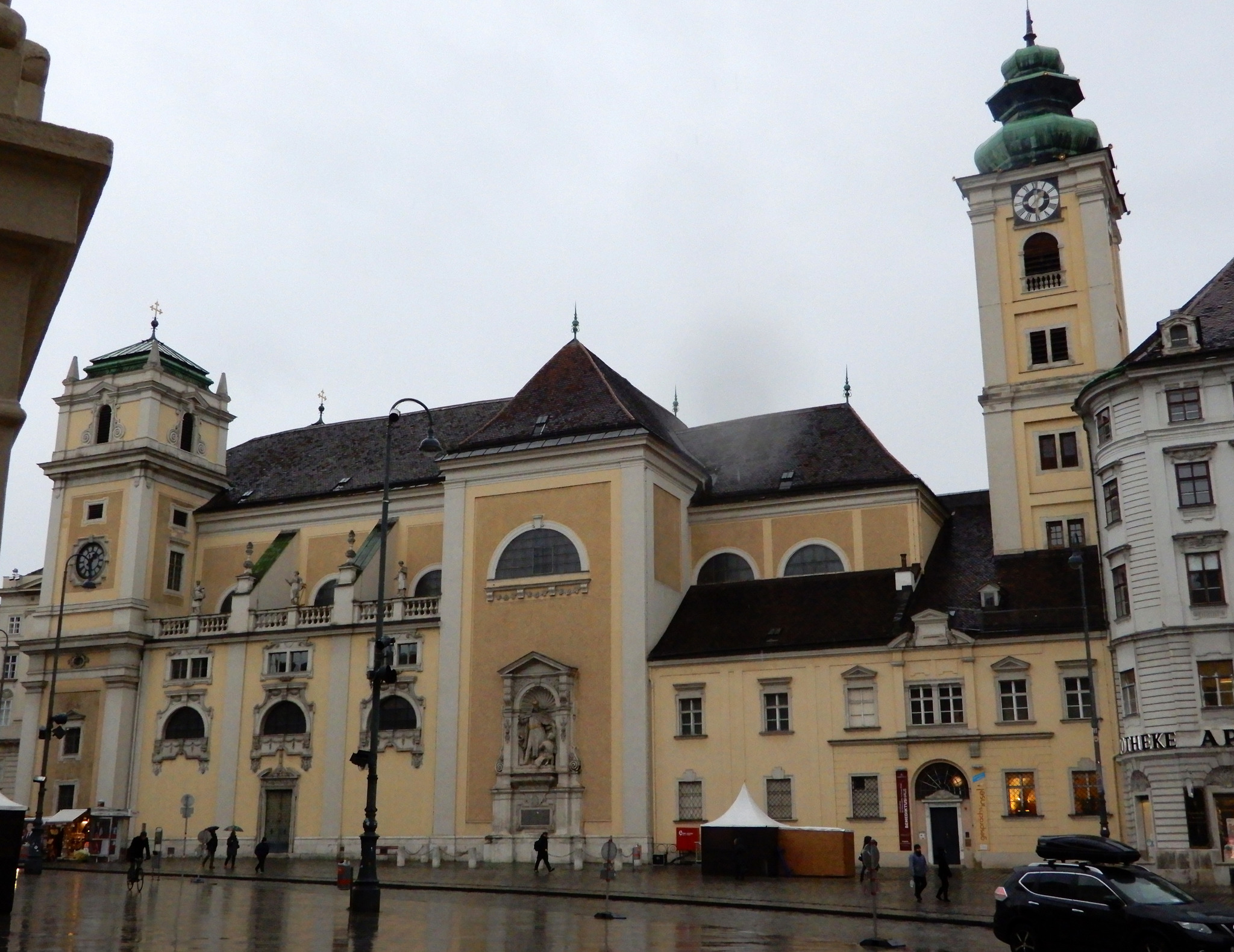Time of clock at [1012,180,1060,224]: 1:37
